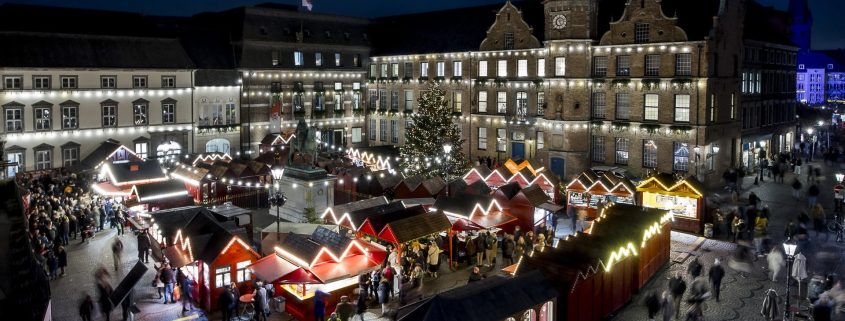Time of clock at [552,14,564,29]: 5:12
